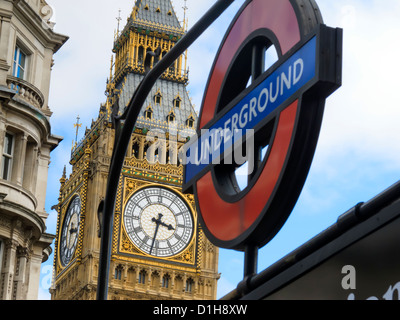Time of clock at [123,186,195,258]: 3:32
